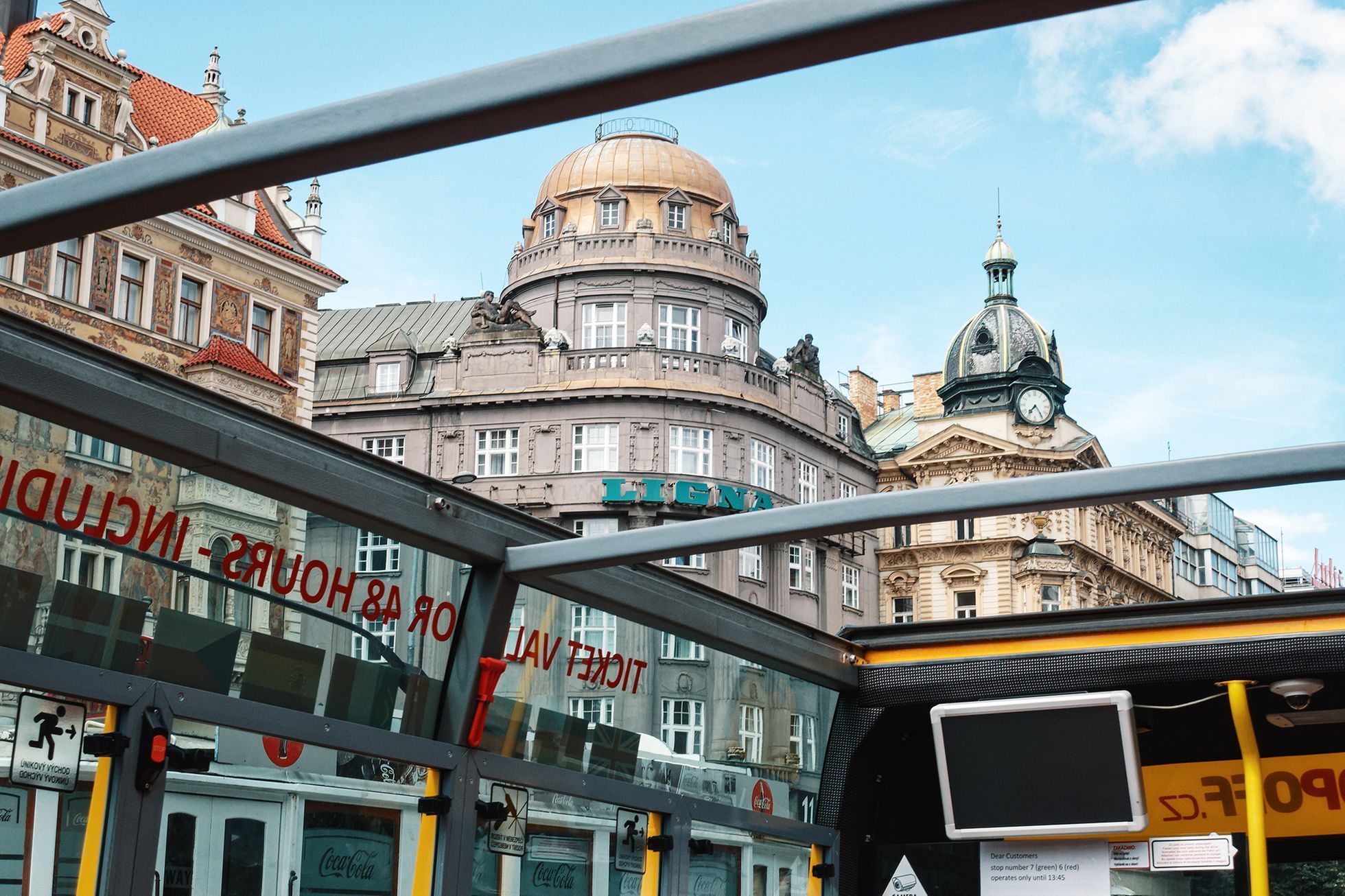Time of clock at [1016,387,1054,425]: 7:24
